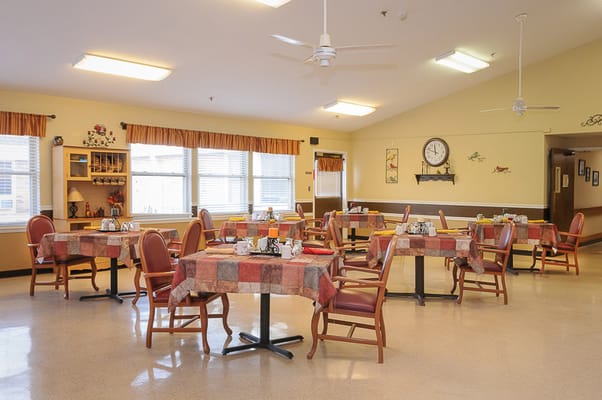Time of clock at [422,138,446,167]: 11:48
